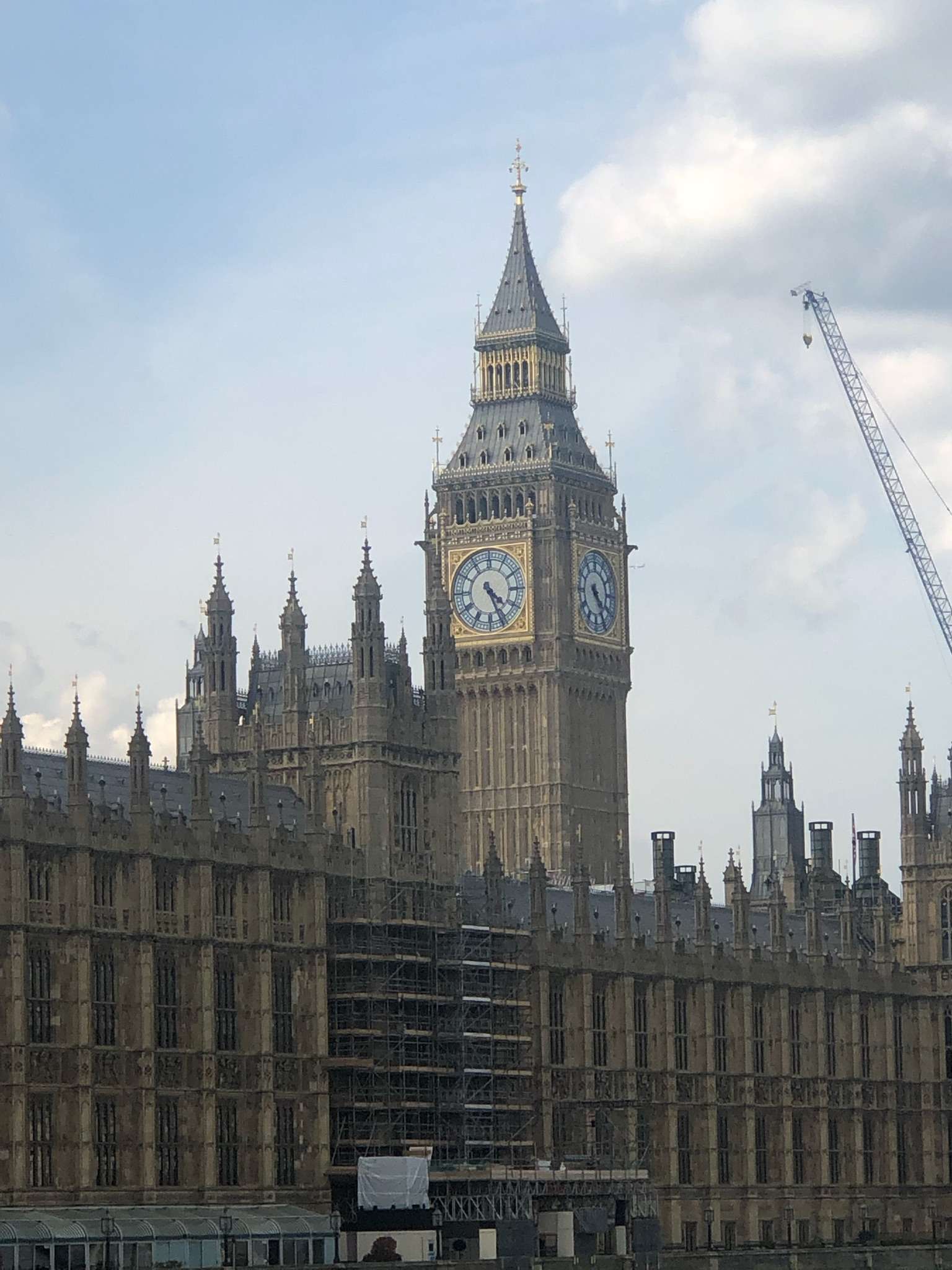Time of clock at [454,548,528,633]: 4:26
